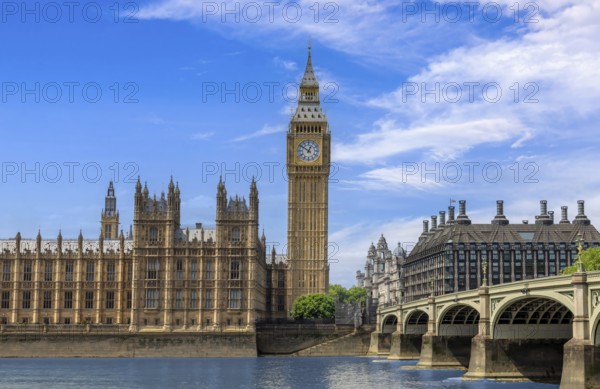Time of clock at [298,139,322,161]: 12:51
